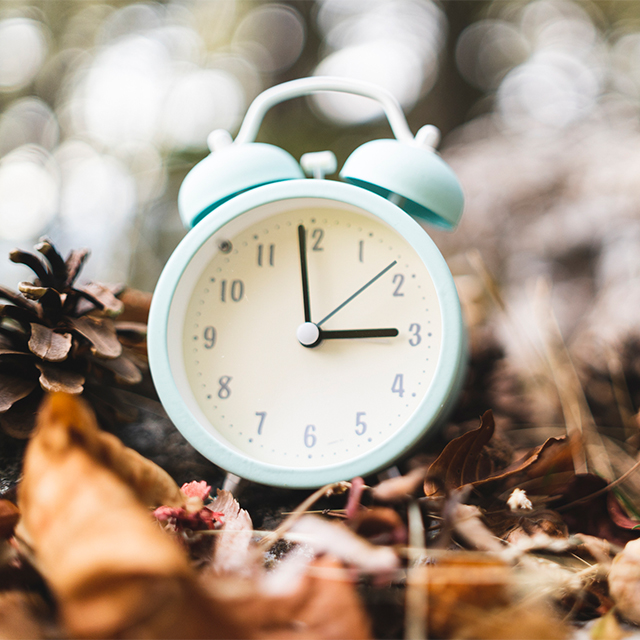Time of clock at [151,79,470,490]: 2:59
